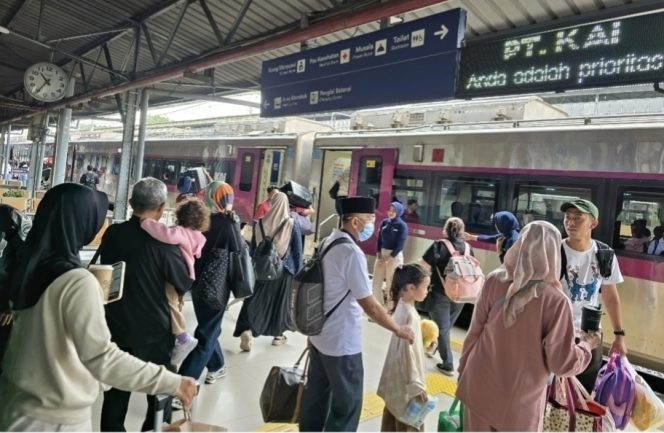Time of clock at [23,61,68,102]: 10:35
